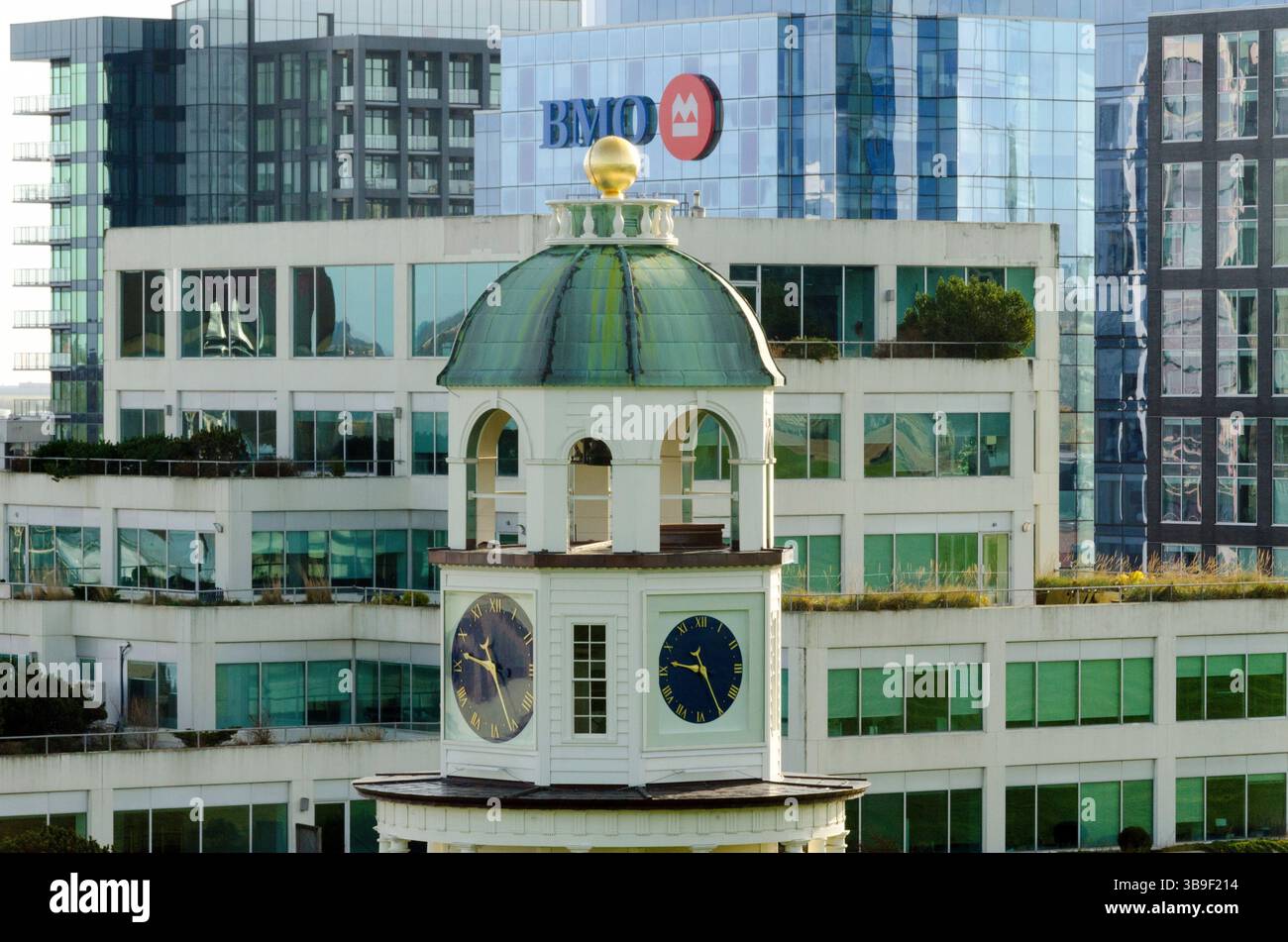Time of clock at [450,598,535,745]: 10:47
